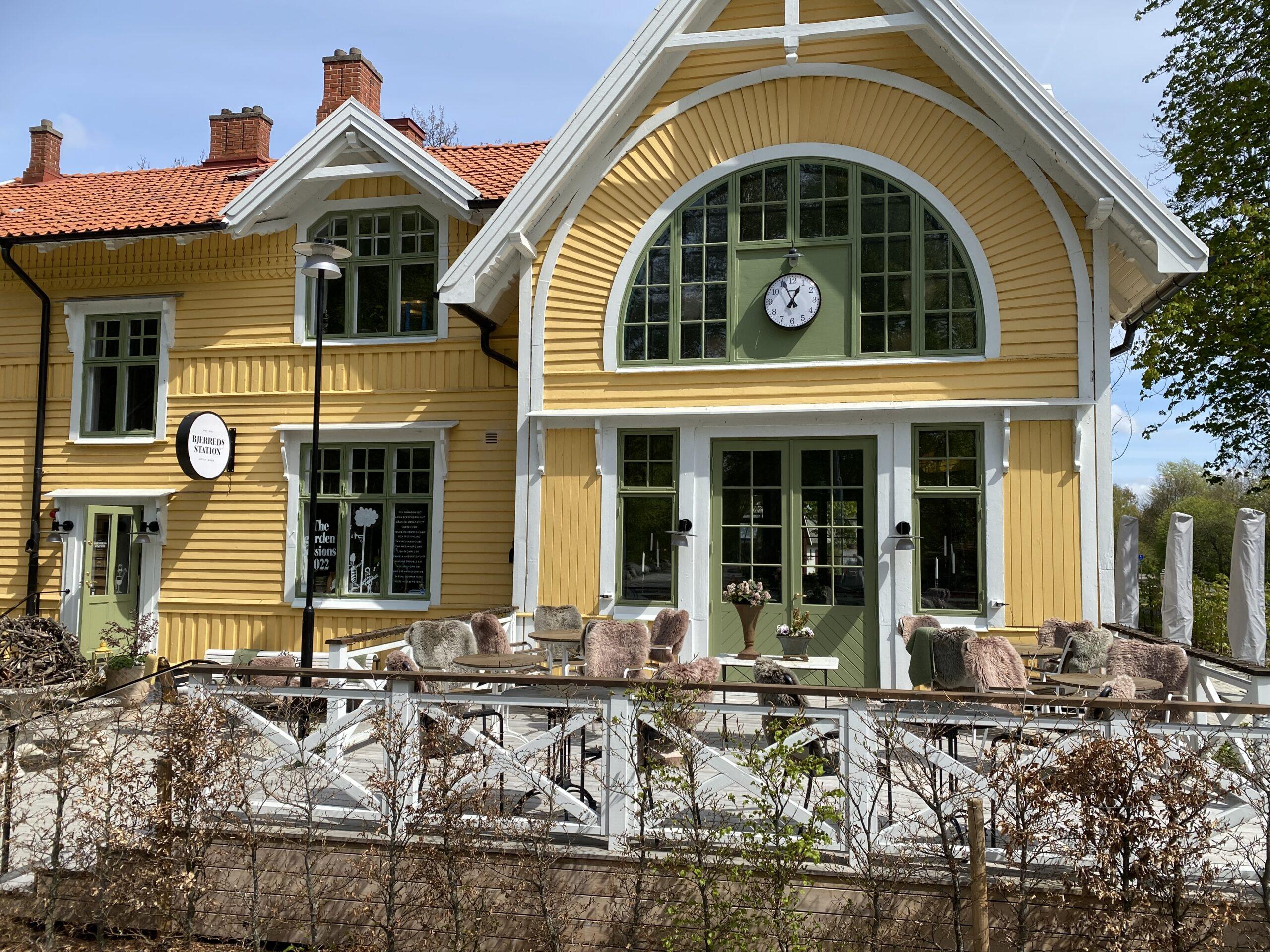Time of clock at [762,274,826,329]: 12:55
